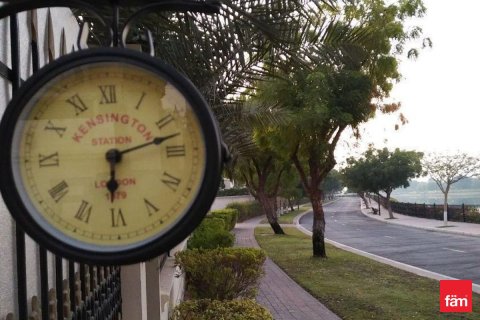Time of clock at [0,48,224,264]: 6:12
